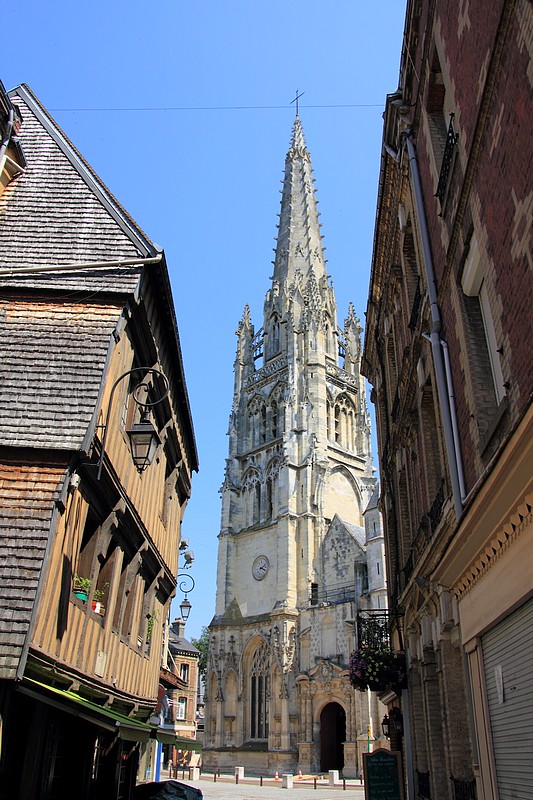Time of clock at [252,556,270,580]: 2:18
